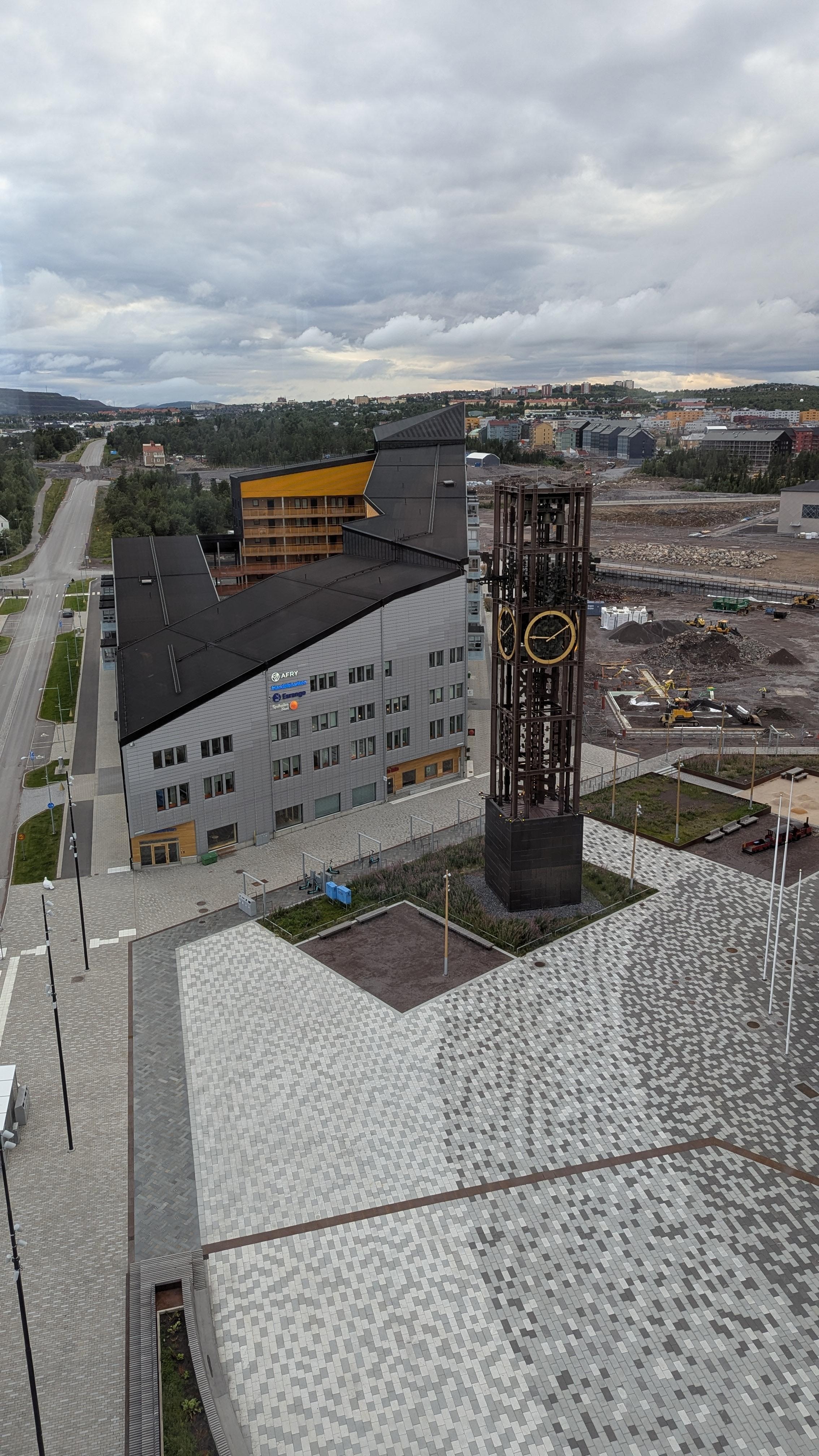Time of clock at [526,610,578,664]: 9:09
